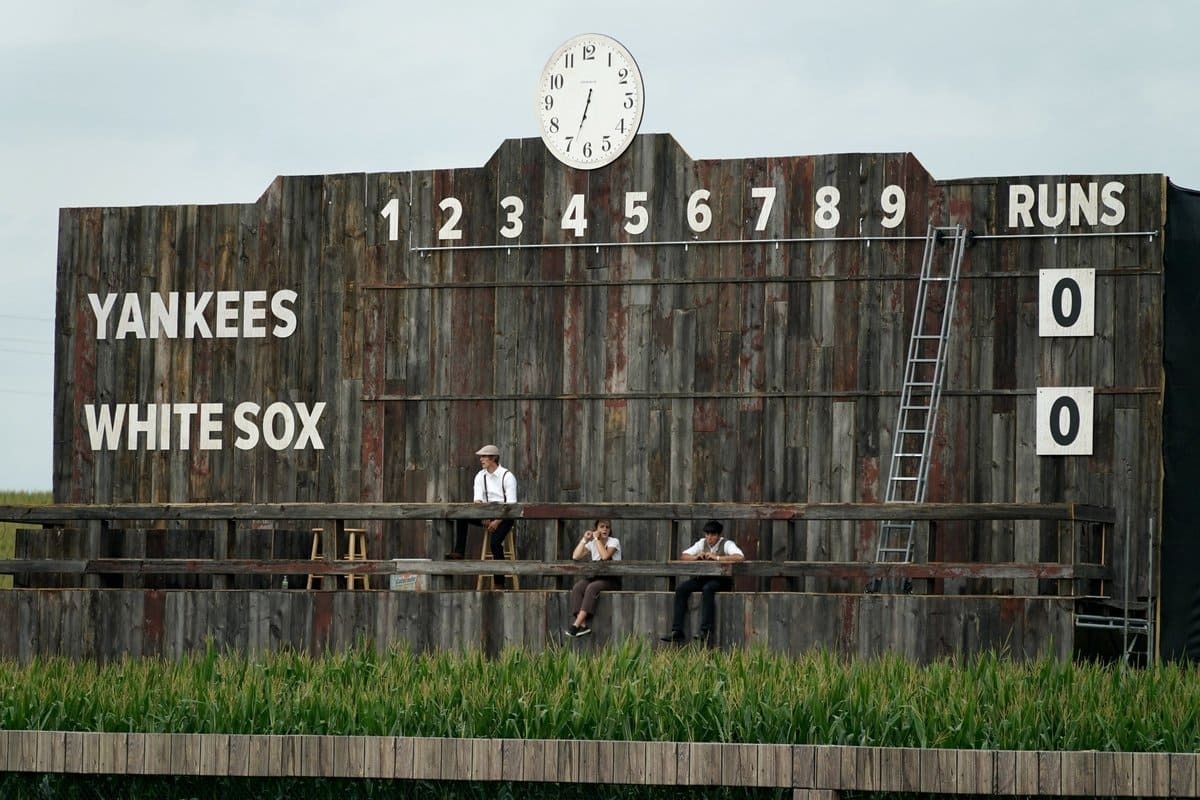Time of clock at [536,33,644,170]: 6:33
